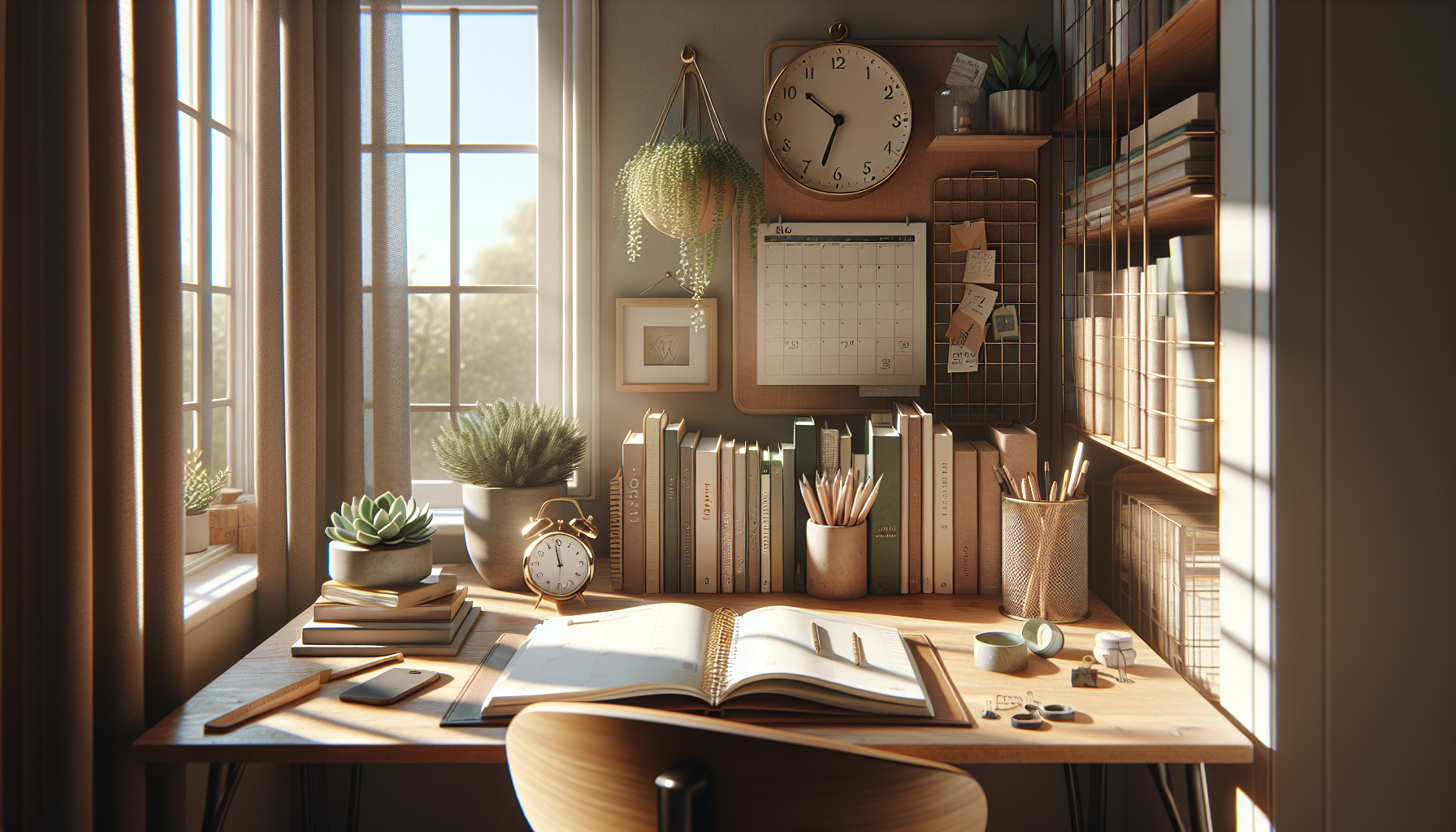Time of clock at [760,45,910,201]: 10:32
